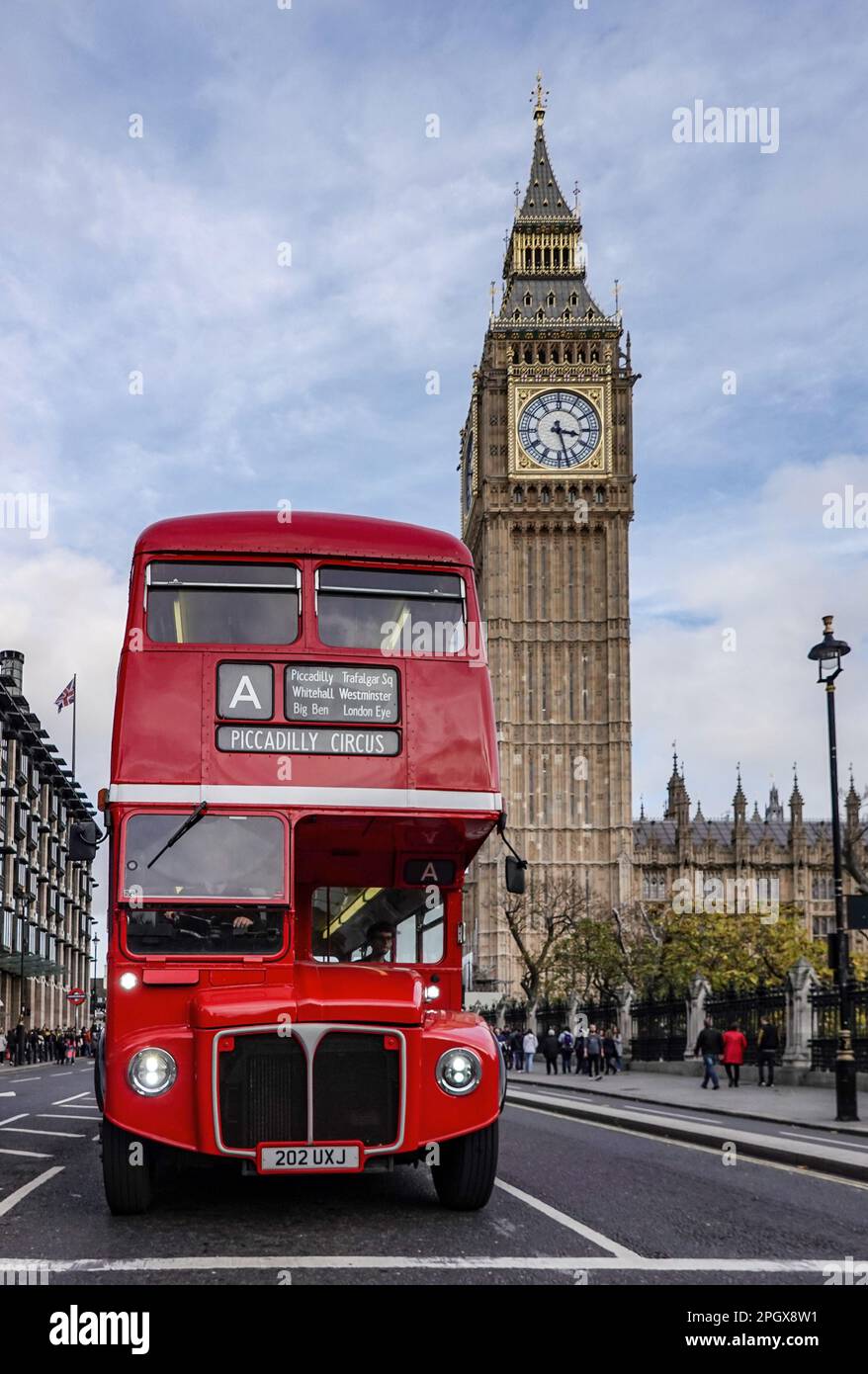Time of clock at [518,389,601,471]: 3:27
